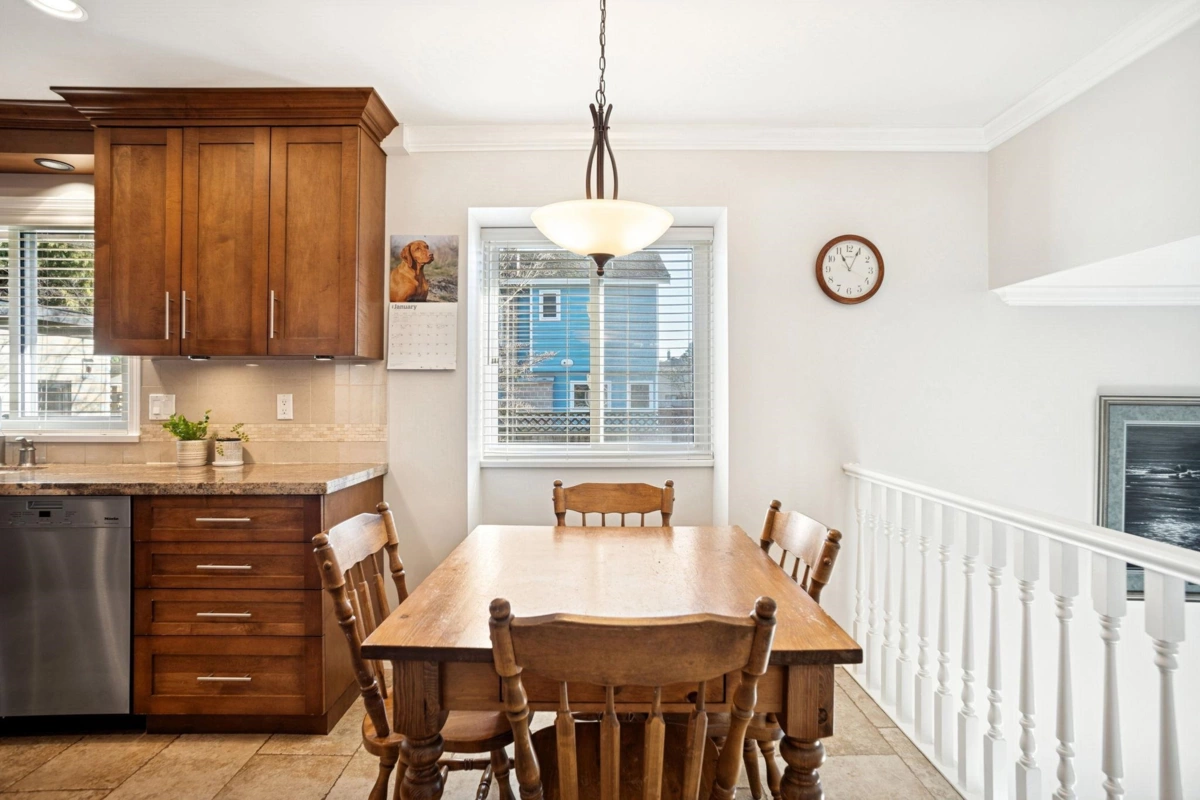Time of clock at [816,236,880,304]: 11:04
